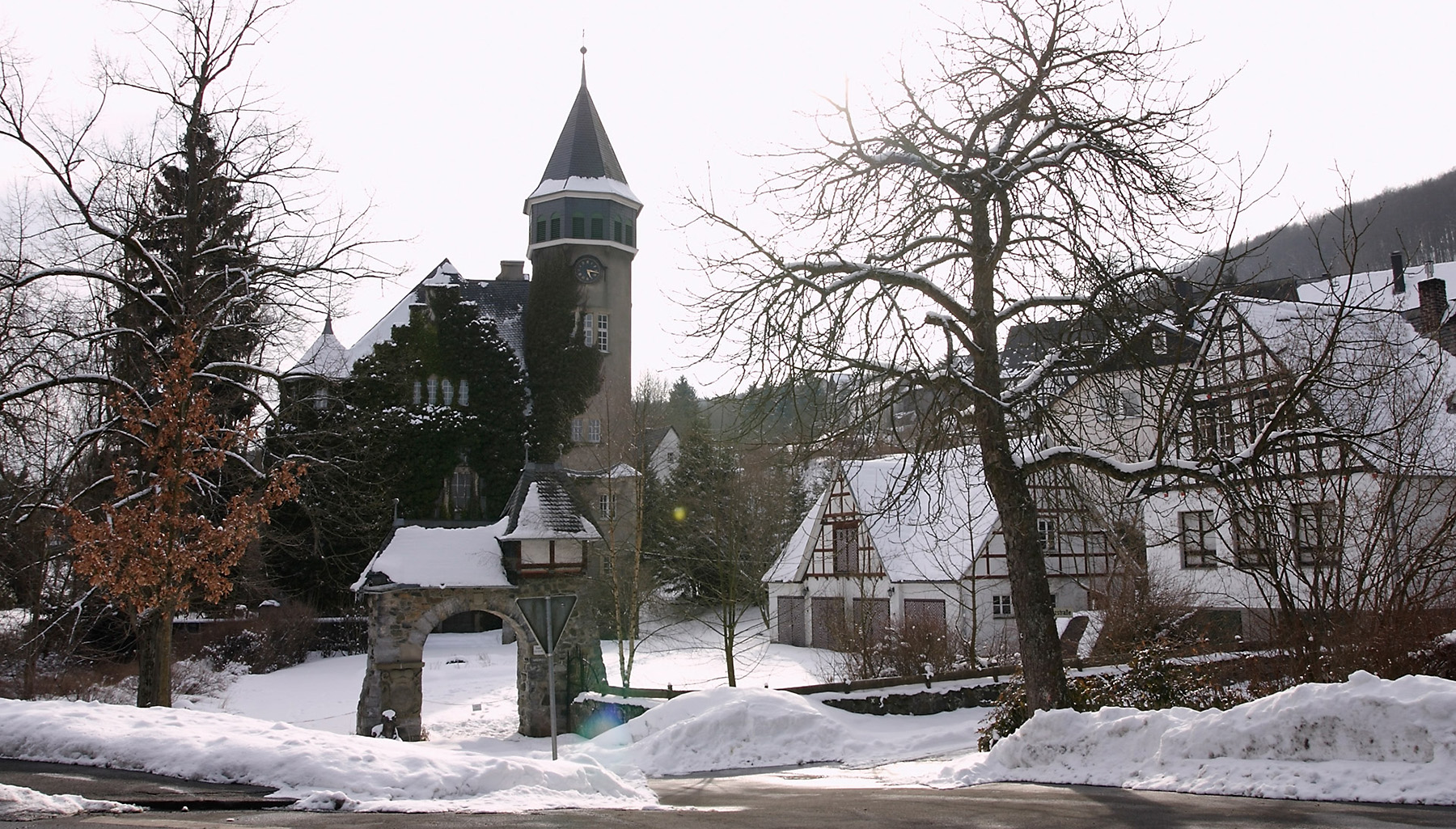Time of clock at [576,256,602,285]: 5:16
